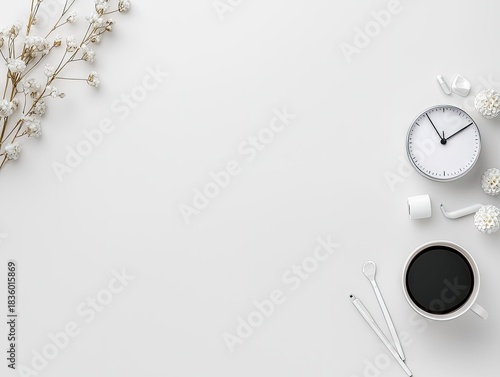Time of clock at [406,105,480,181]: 1:54
